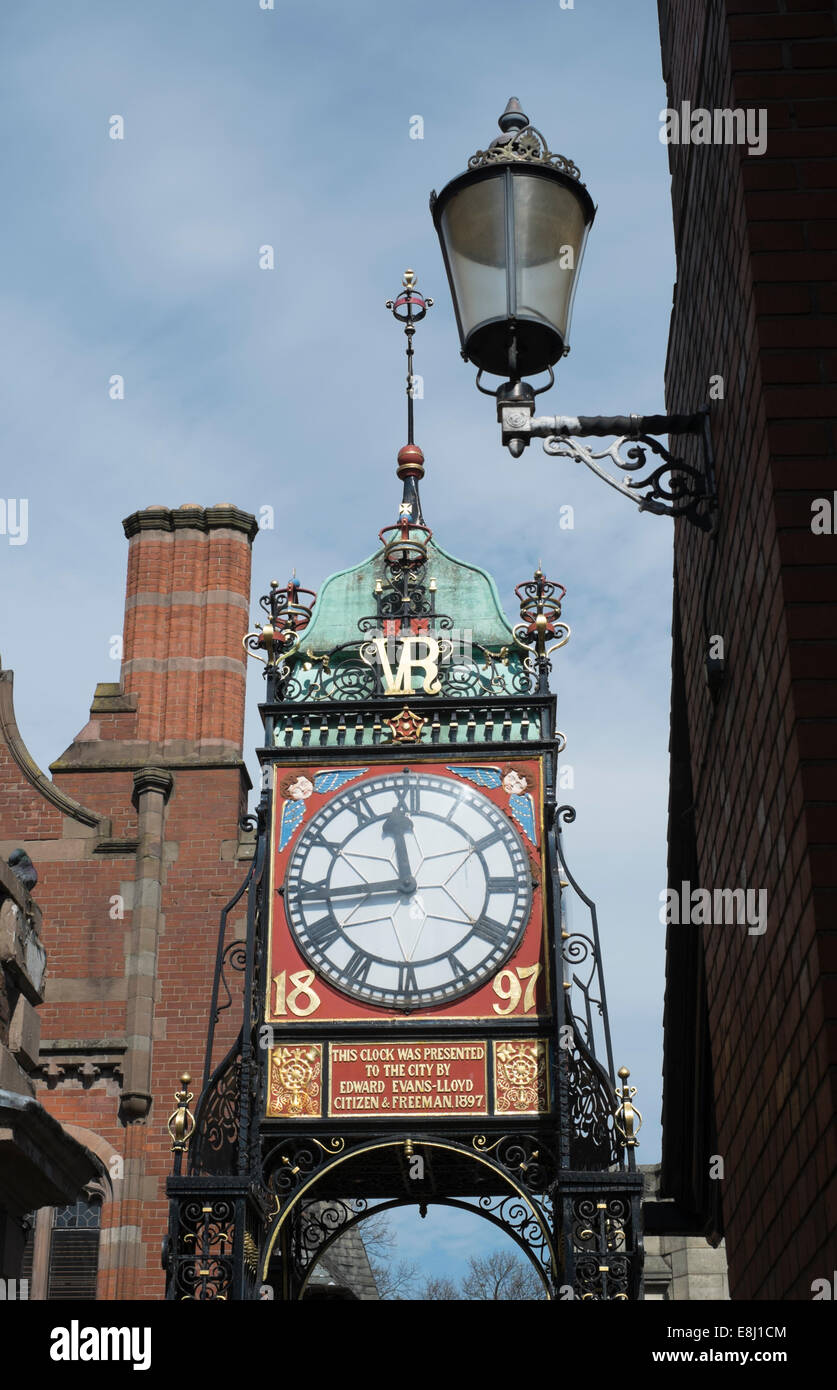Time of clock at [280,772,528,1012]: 11:43
